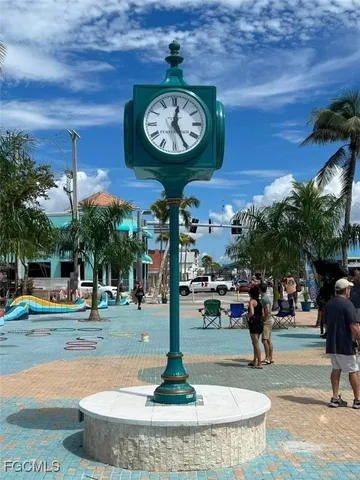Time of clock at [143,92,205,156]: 12:25
